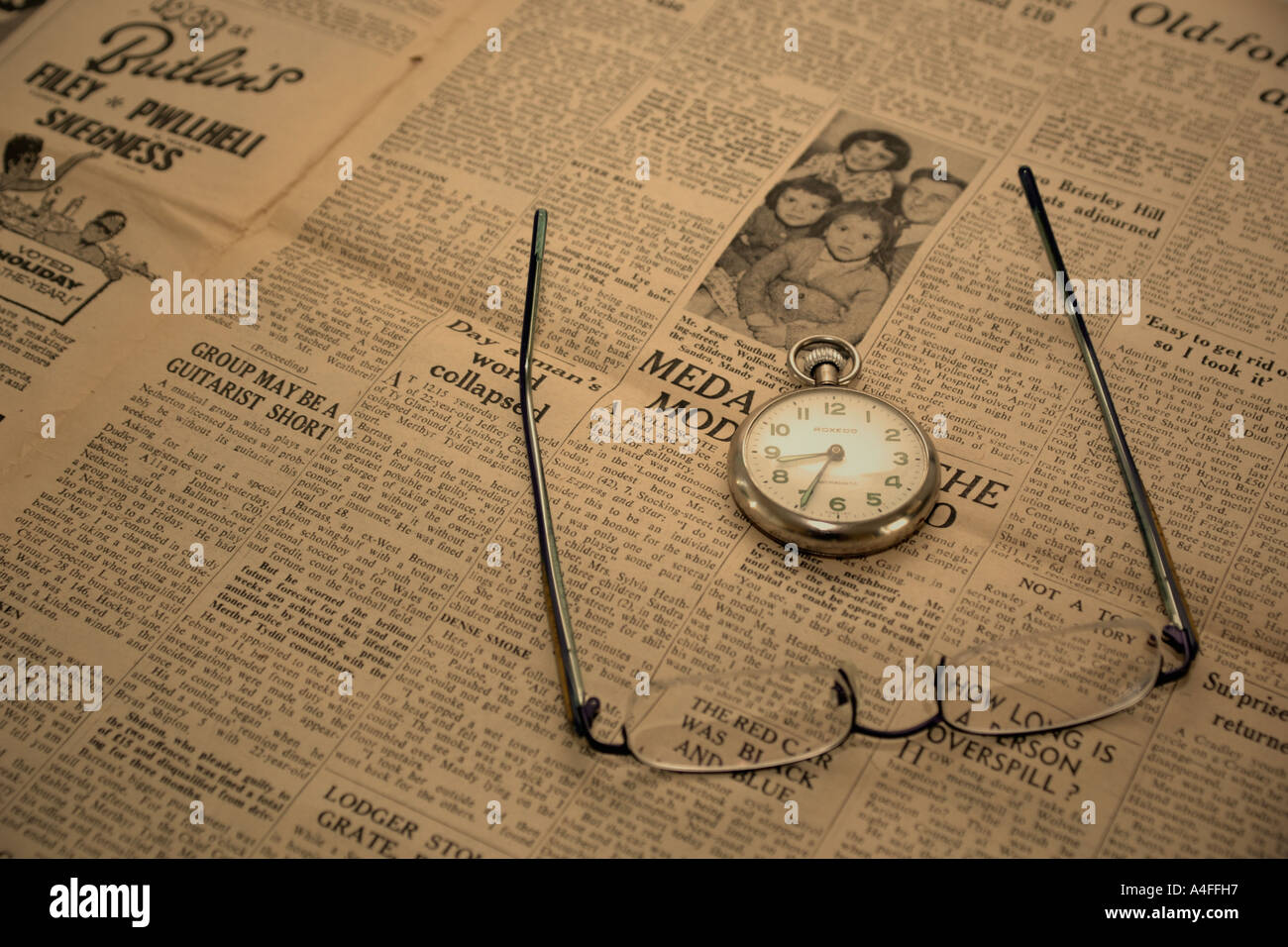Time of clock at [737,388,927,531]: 8:34
